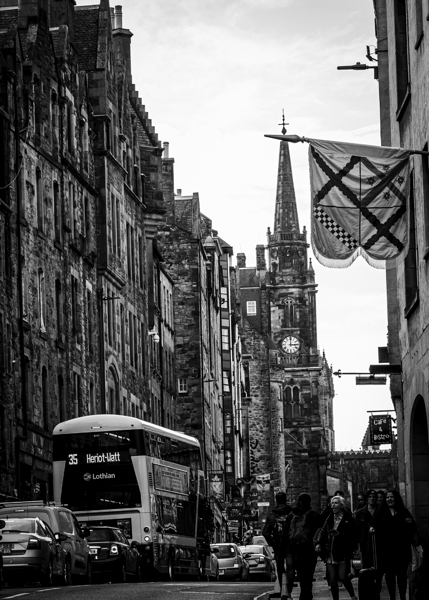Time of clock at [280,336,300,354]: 3:00
